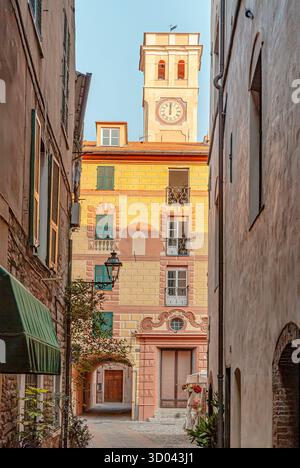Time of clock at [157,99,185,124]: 12:00
